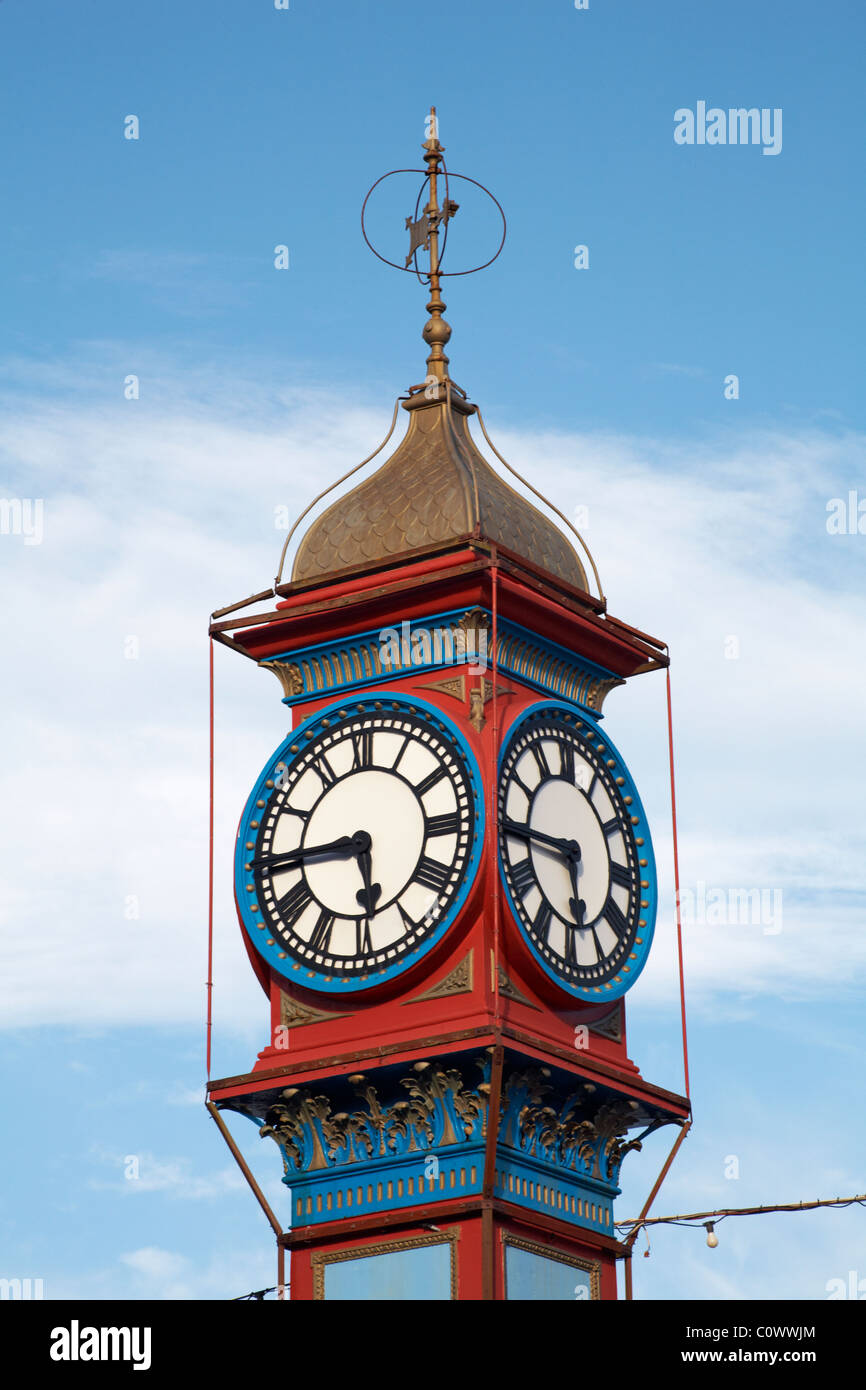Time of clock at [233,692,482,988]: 5:44
